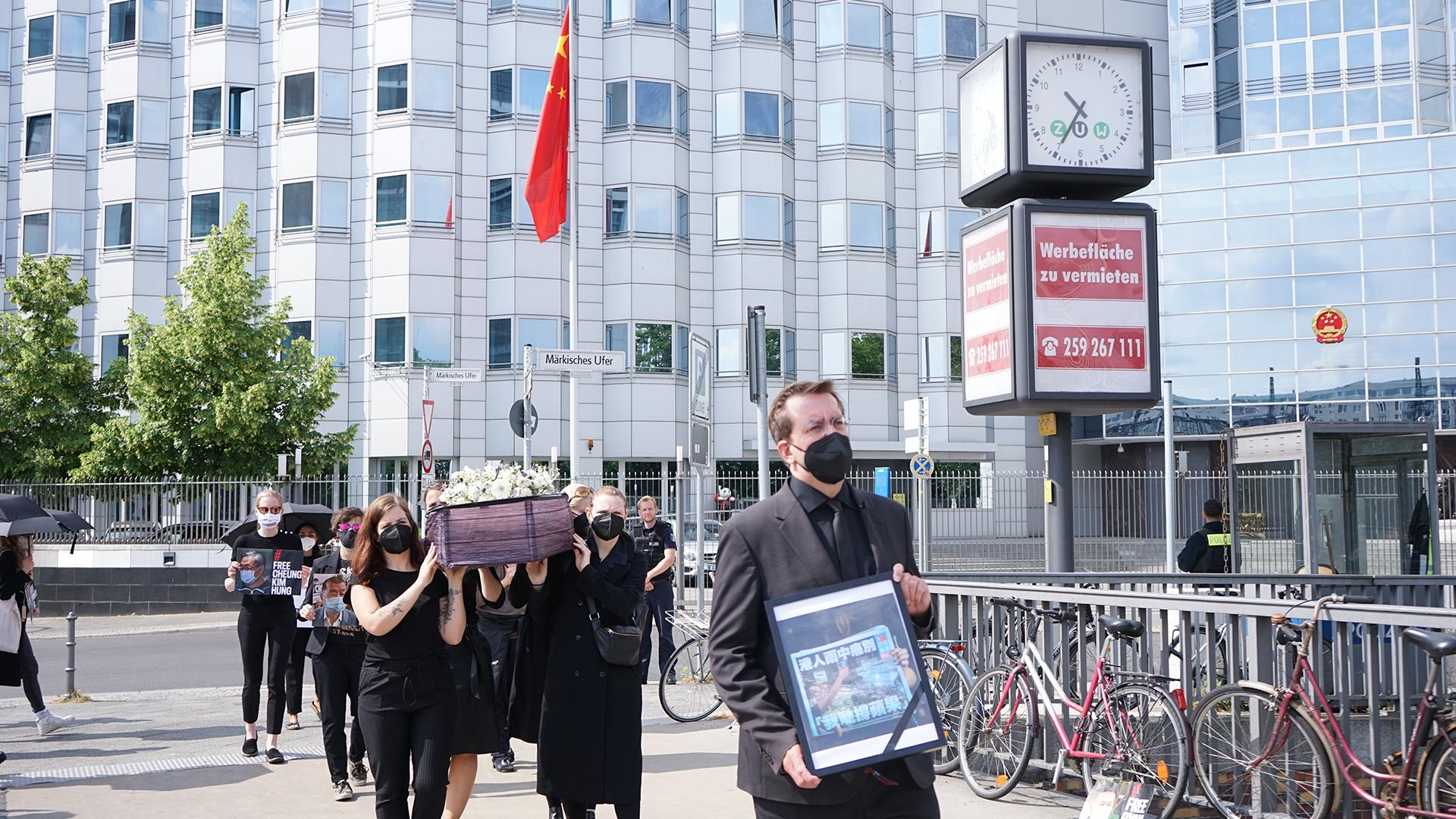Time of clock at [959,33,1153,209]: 10:35
